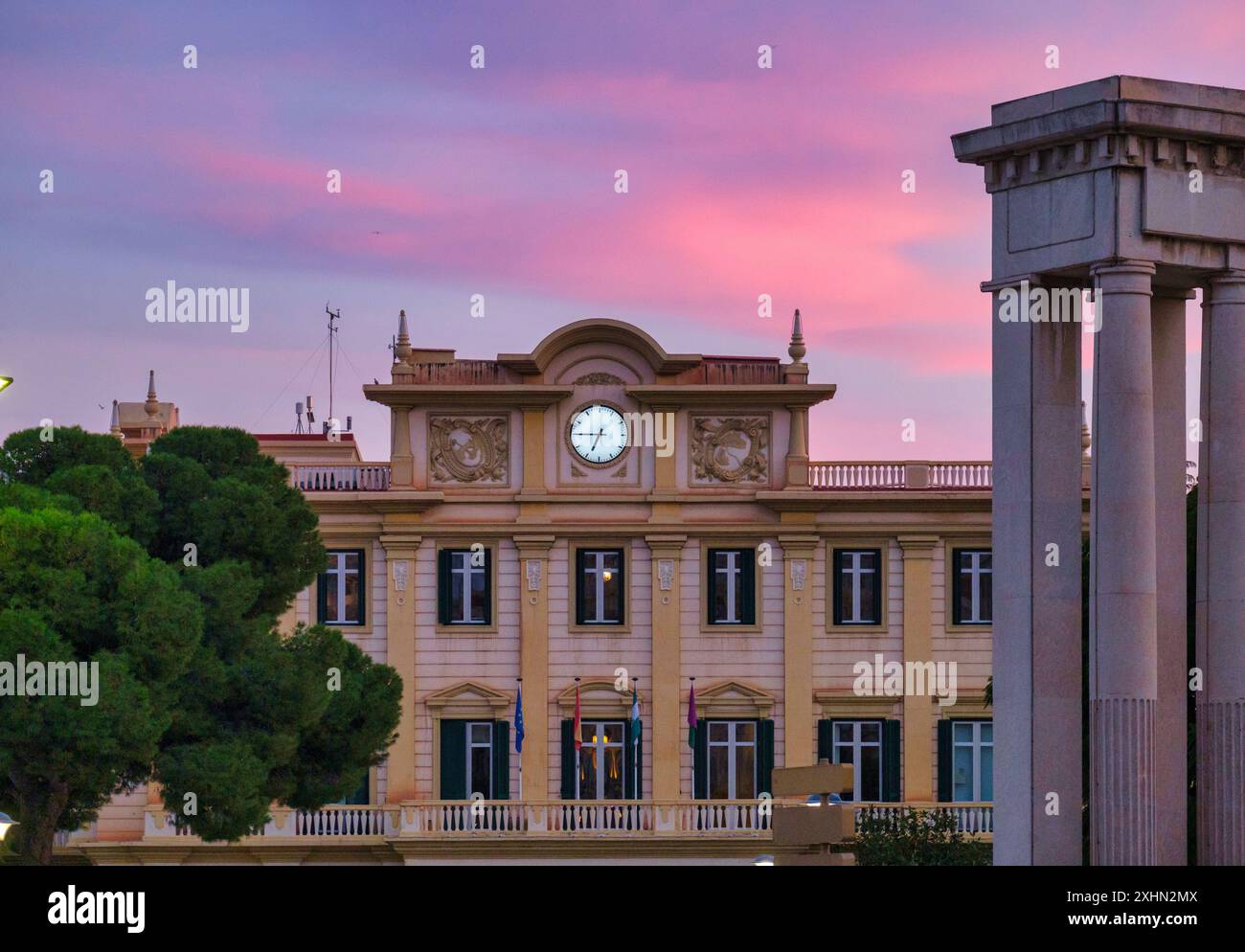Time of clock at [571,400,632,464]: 6:45
